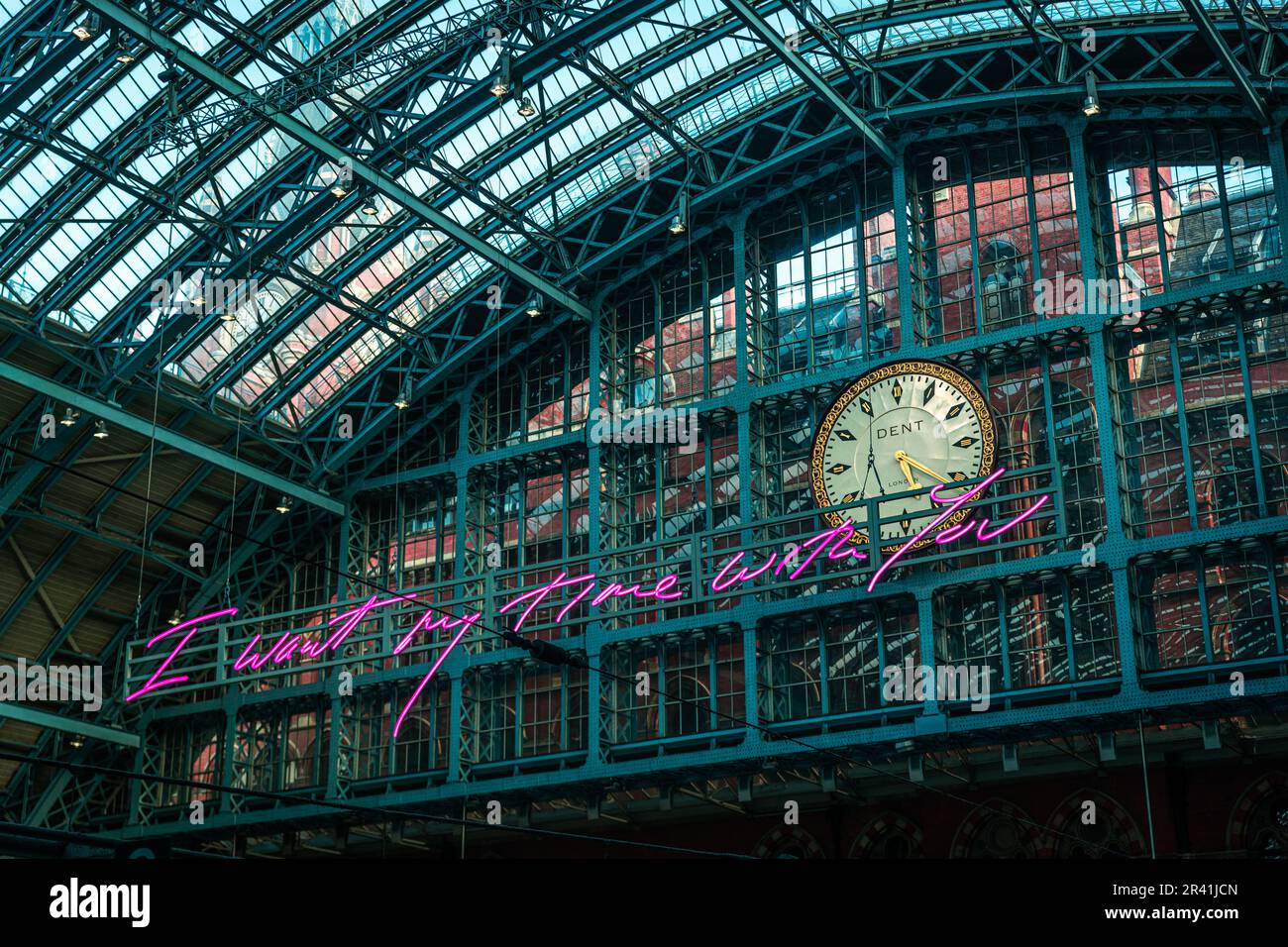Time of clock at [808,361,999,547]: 5:21
